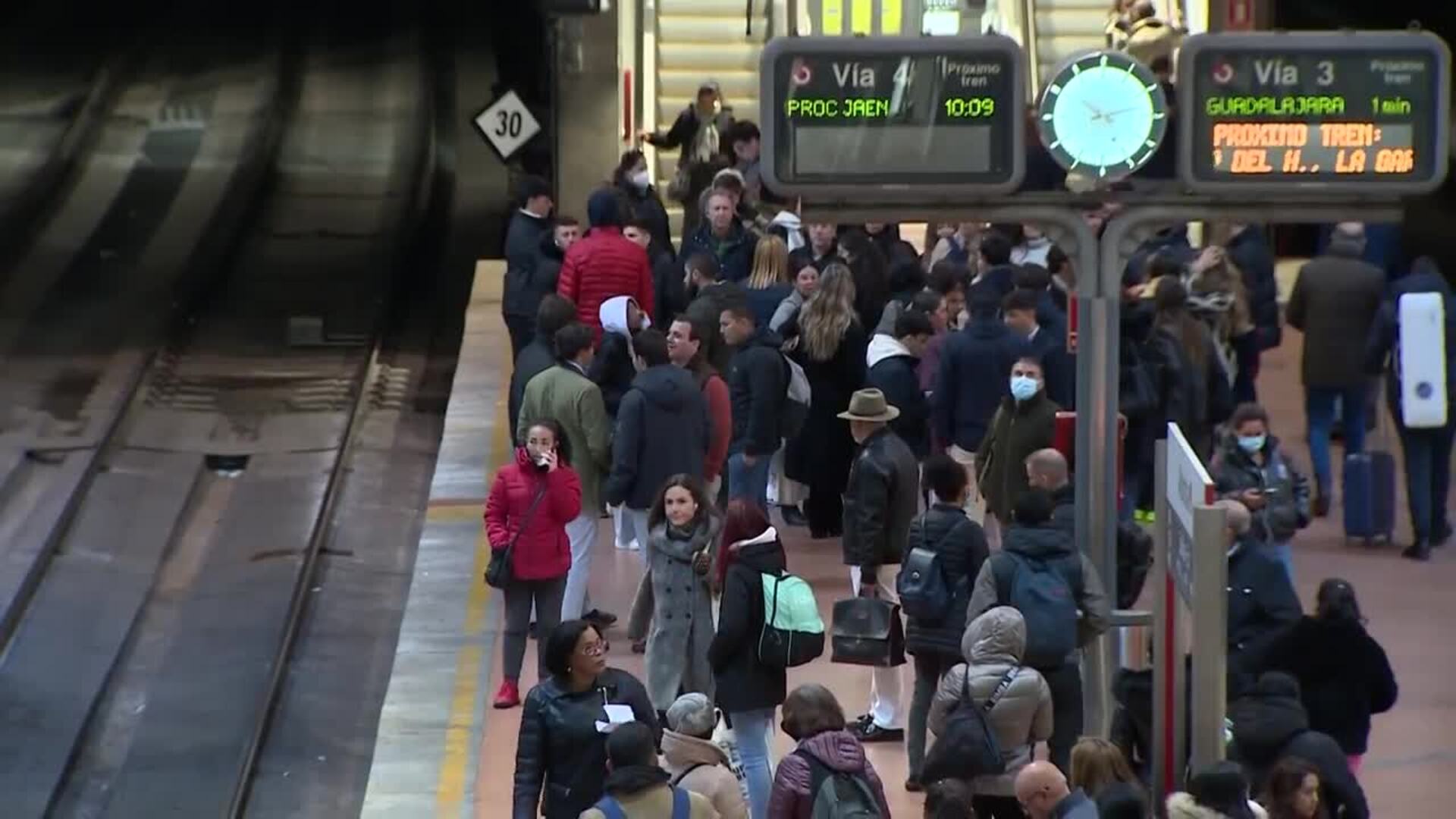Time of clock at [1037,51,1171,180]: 10:13
